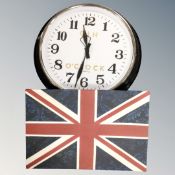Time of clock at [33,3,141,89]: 11:32
